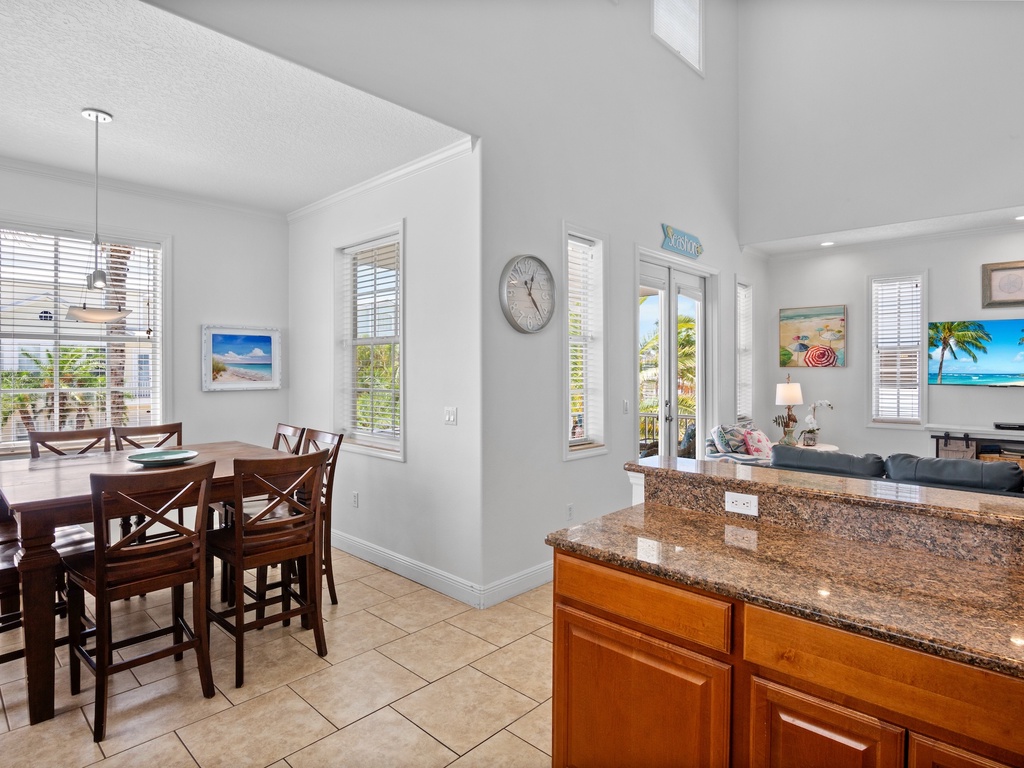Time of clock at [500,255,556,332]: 12:23
